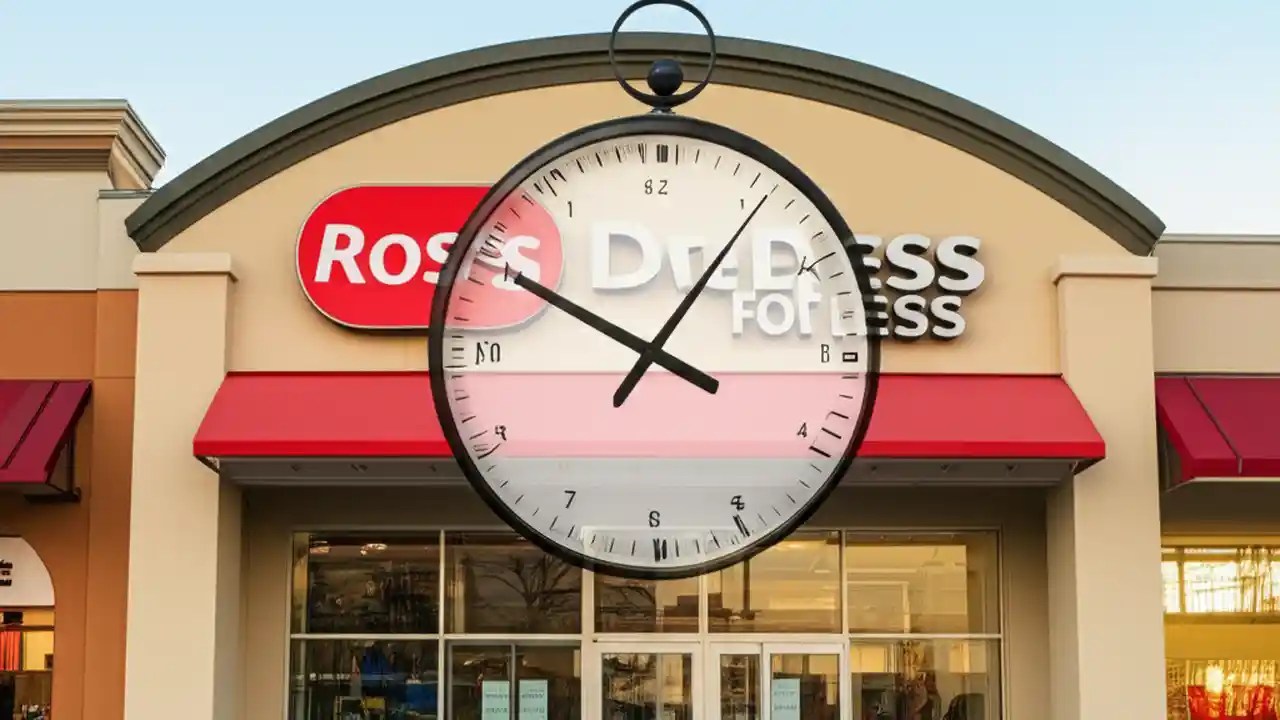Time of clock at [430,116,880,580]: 10:05
